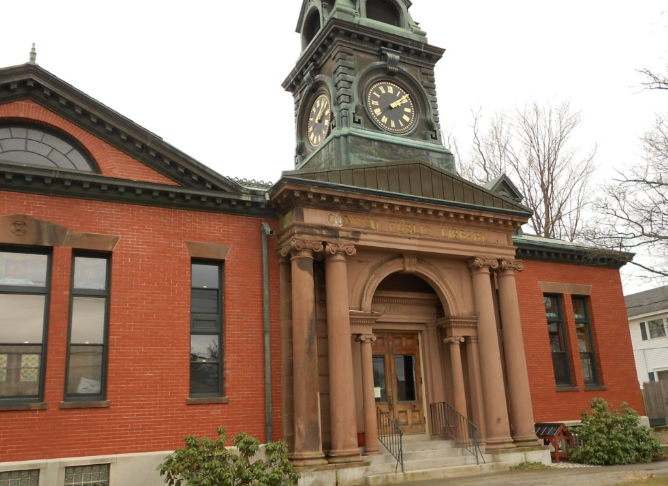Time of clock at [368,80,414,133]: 2:09
